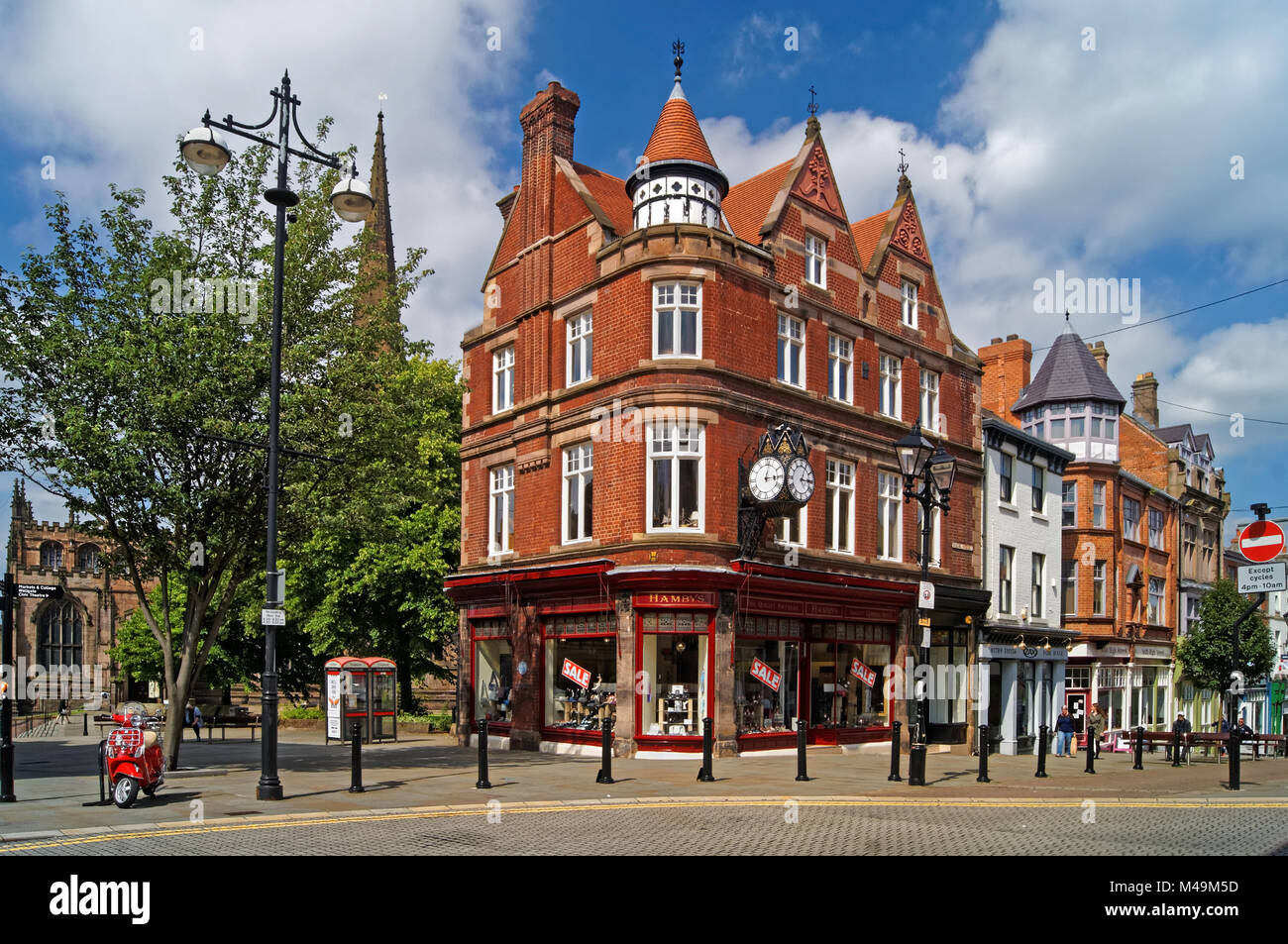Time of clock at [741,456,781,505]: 3:02
